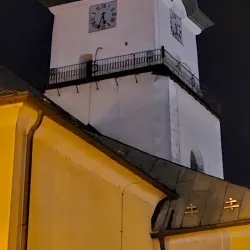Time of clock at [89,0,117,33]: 5:33
